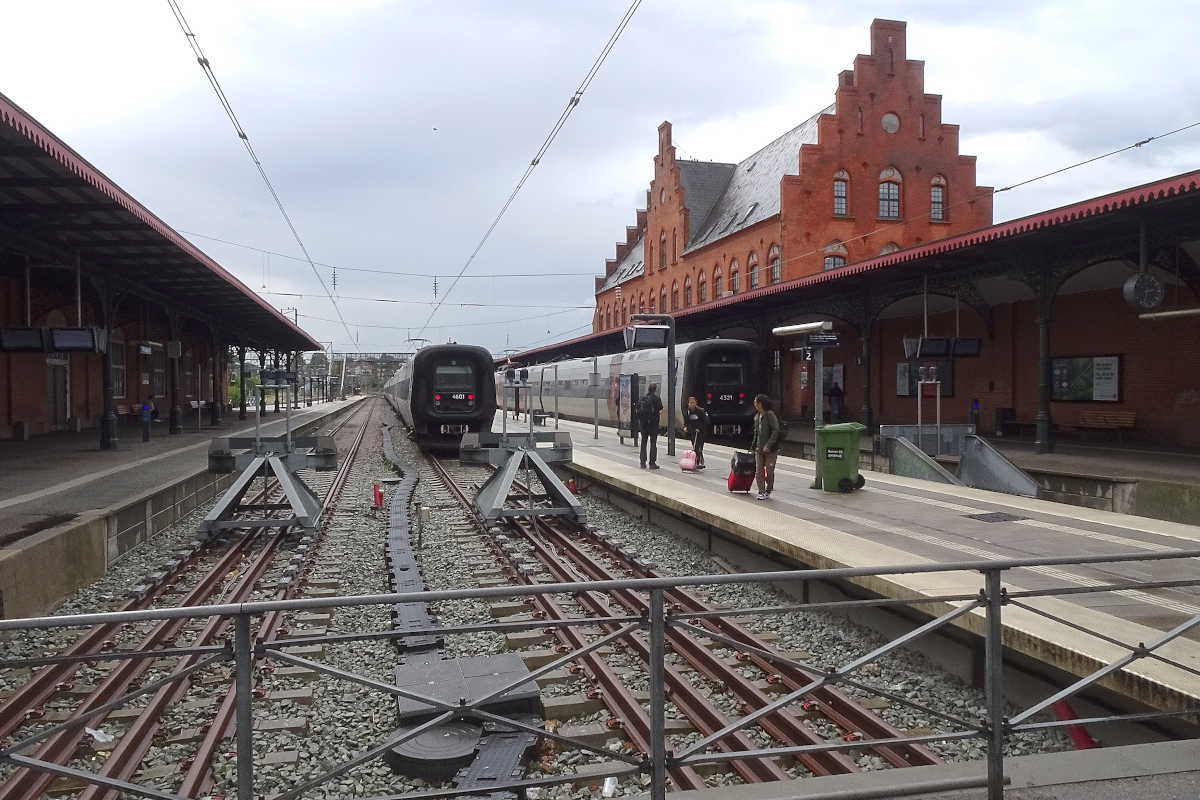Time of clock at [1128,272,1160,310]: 2:32
